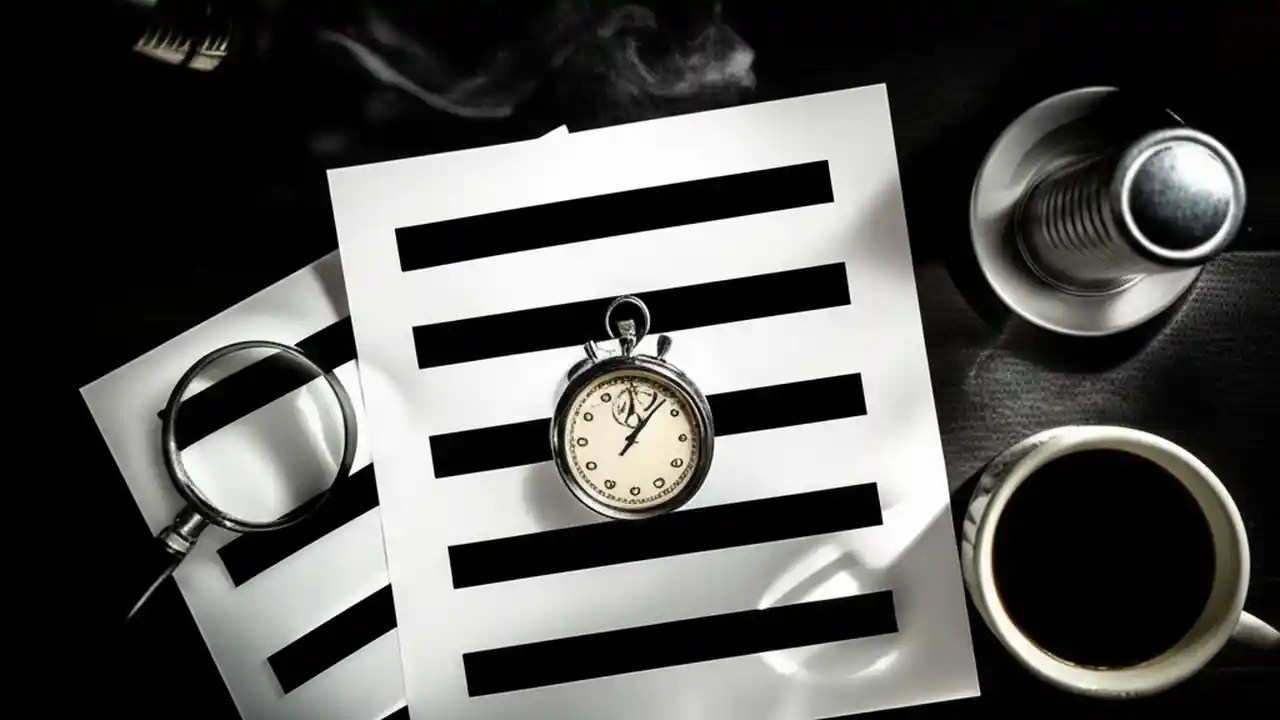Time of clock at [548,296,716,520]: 12:06
